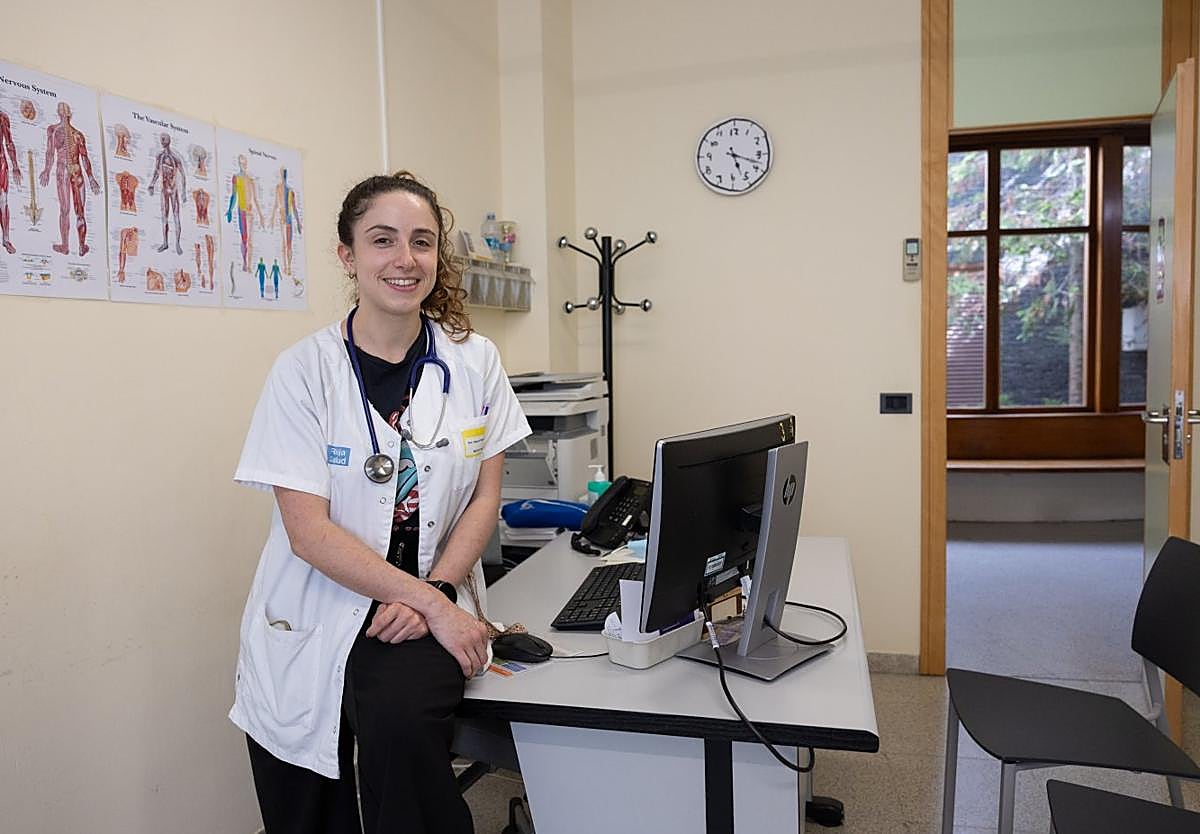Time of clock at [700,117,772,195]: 5:18
